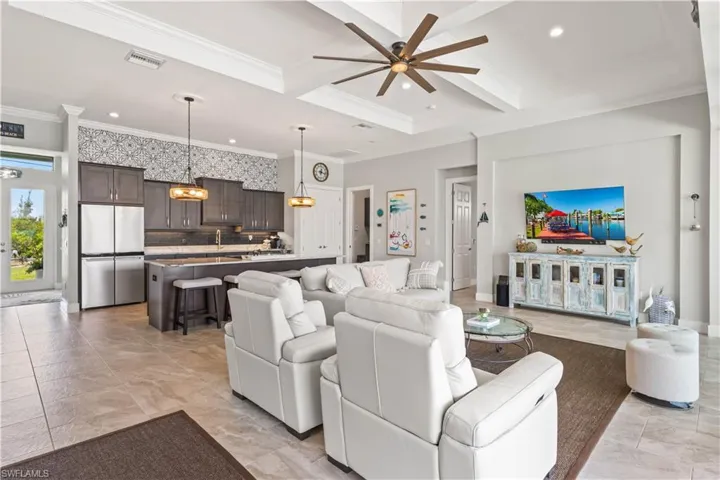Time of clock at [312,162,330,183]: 6:17
